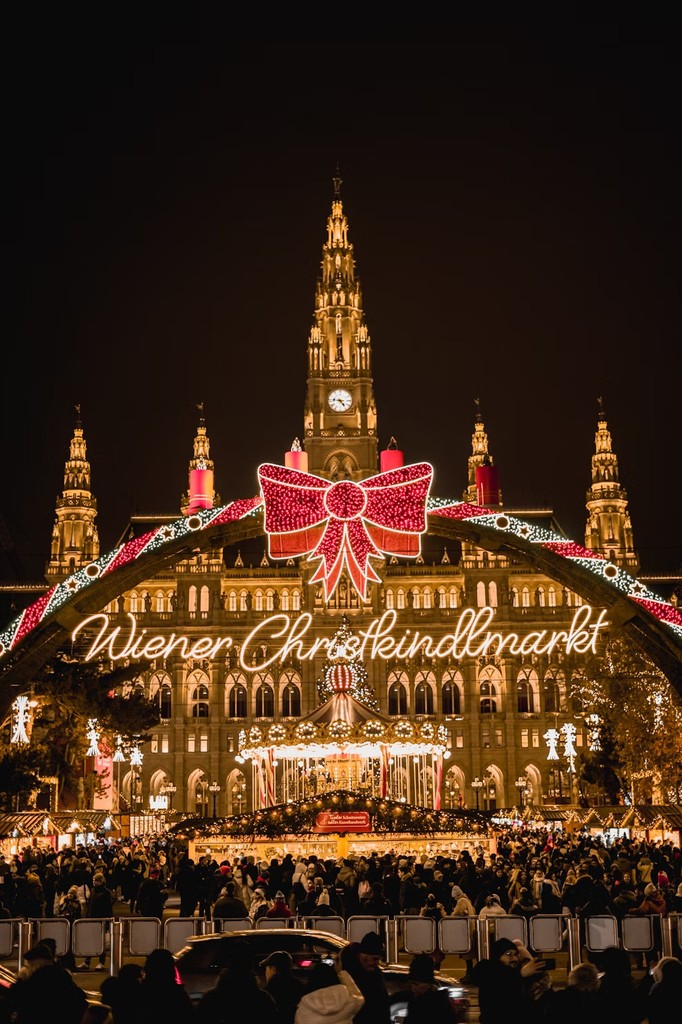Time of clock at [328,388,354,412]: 4:46
